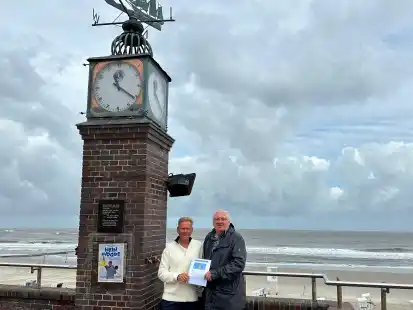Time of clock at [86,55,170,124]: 11:20
